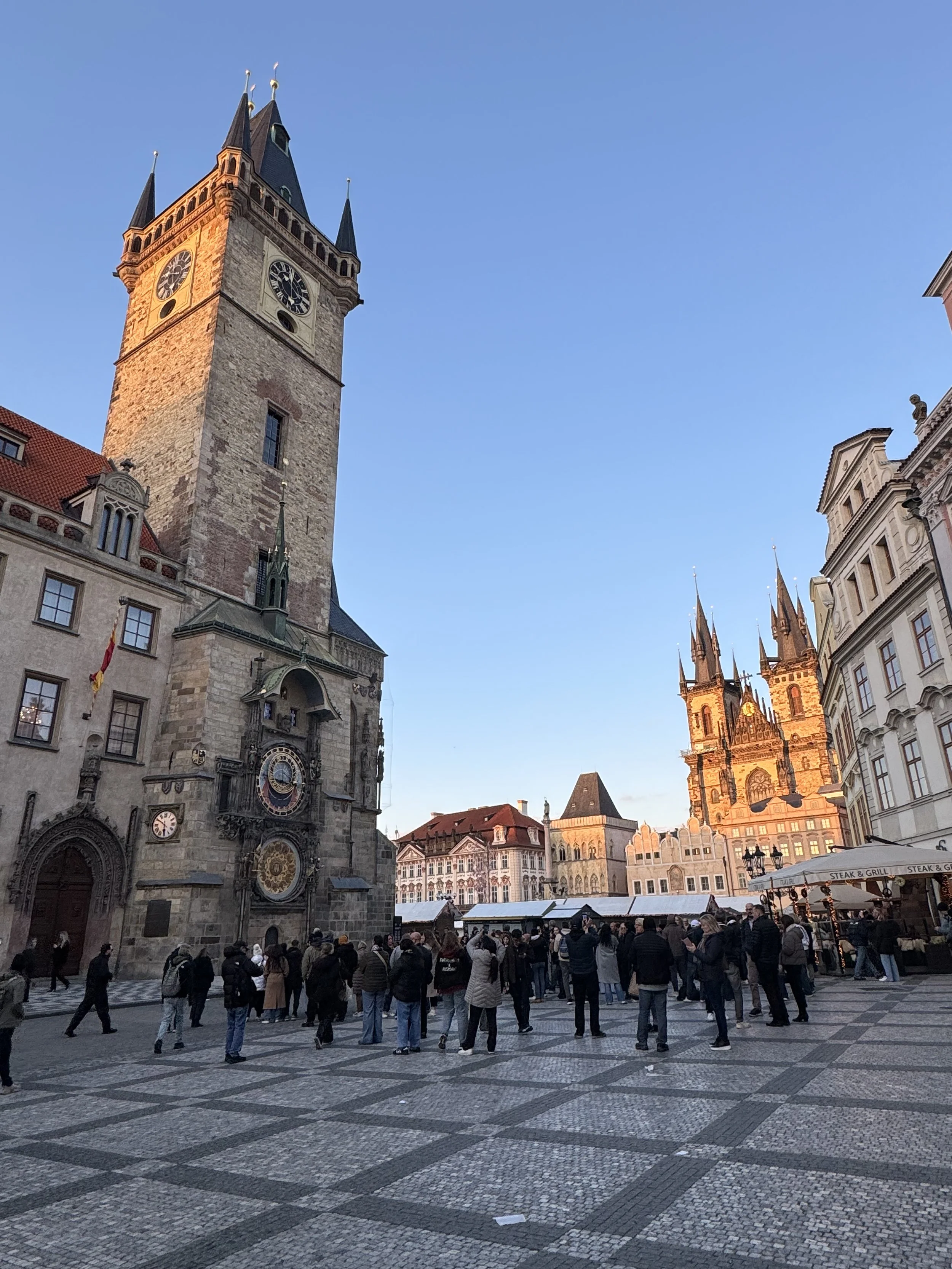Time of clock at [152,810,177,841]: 5:50
